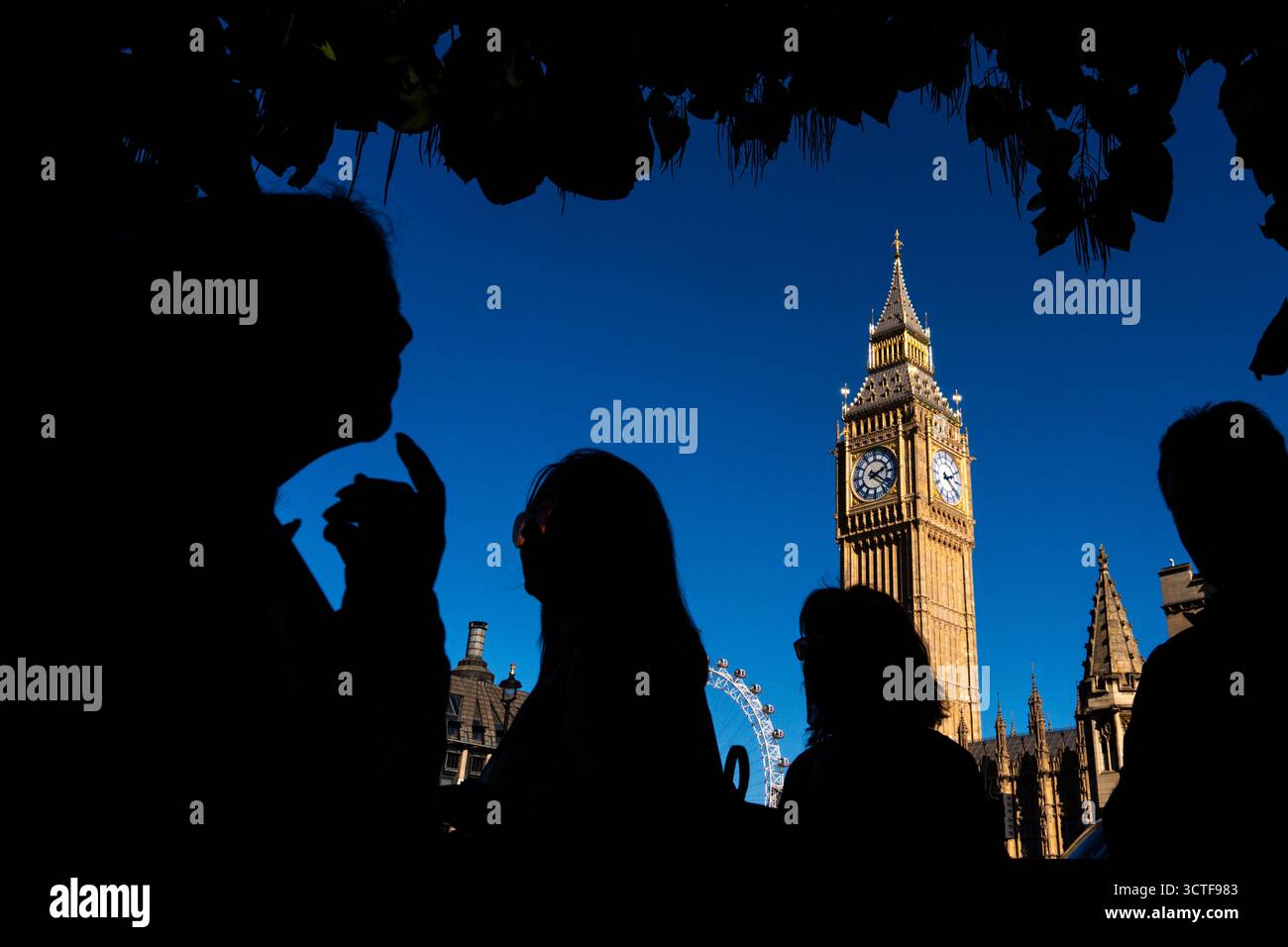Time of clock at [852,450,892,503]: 2:21
